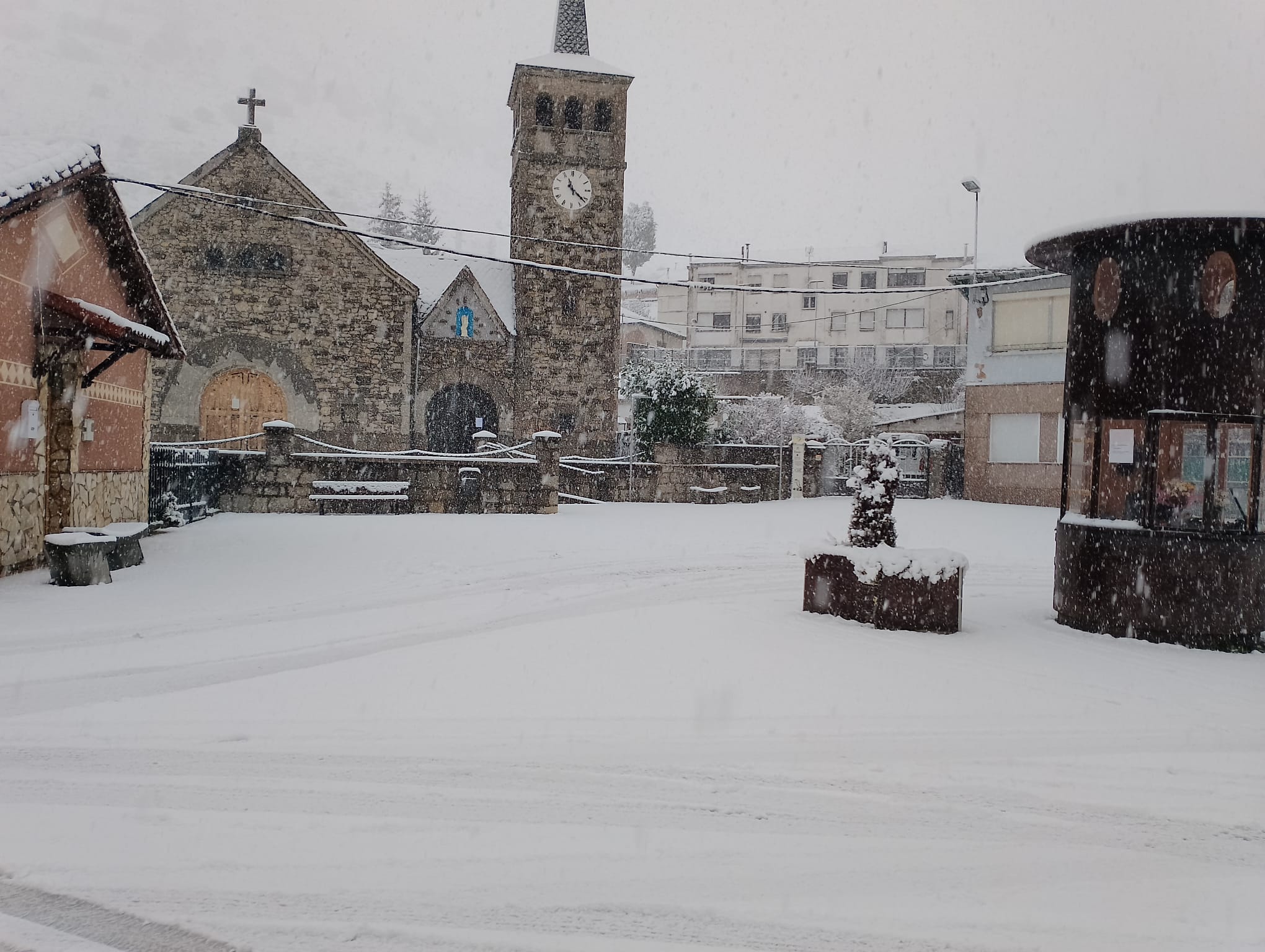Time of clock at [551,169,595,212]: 11:21
